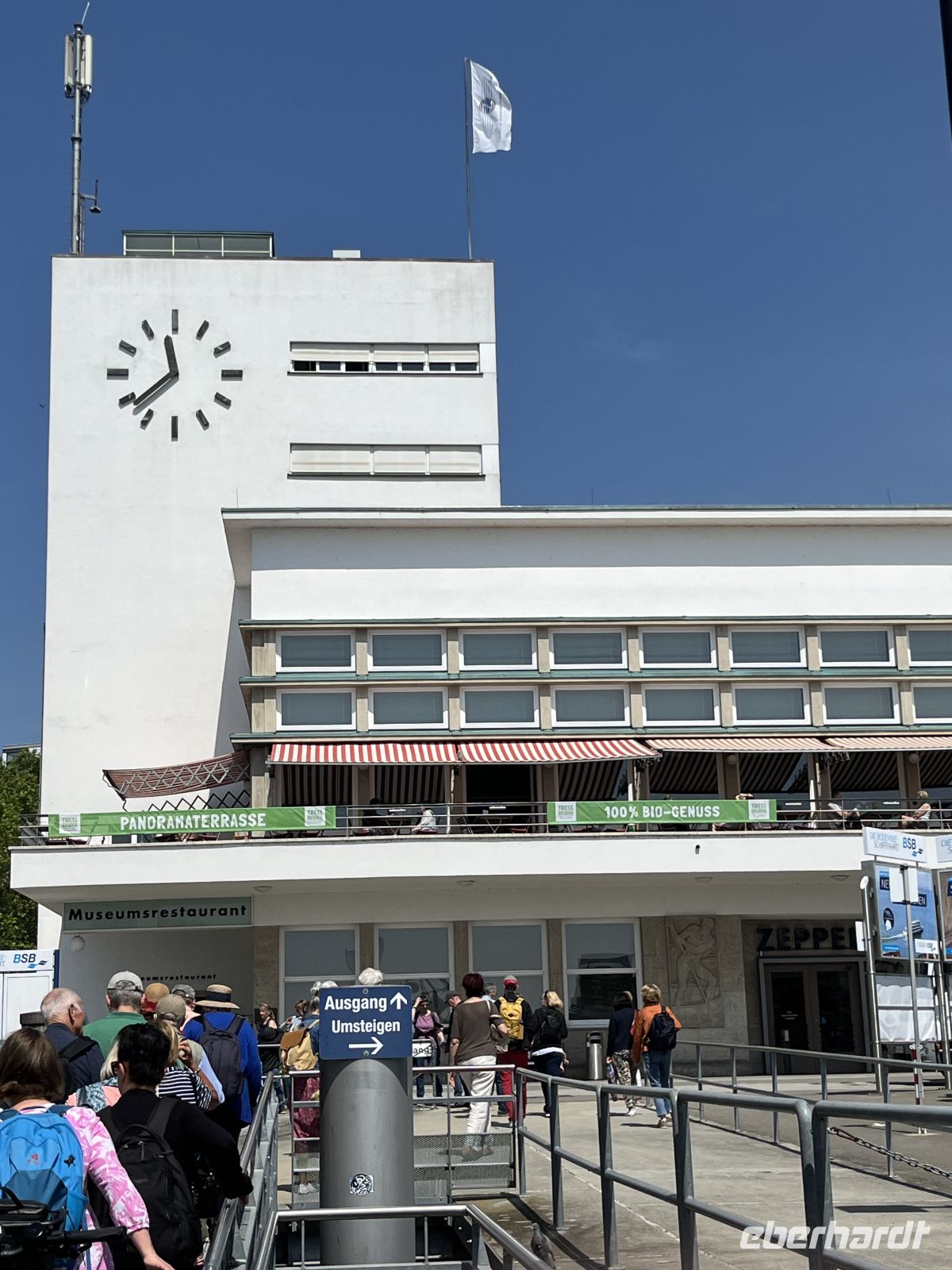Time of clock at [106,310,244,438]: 11:38
